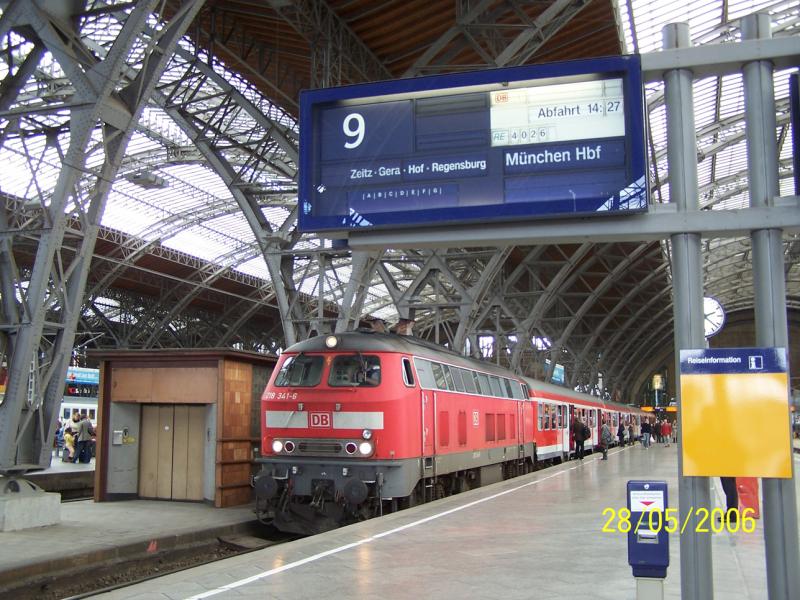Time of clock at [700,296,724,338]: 2:21
